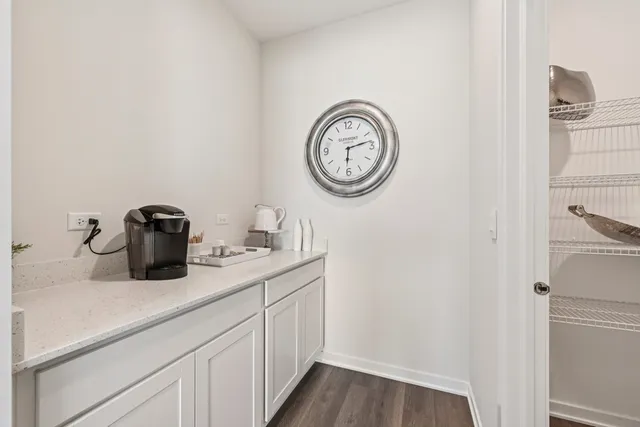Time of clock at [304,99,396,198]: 6:13
